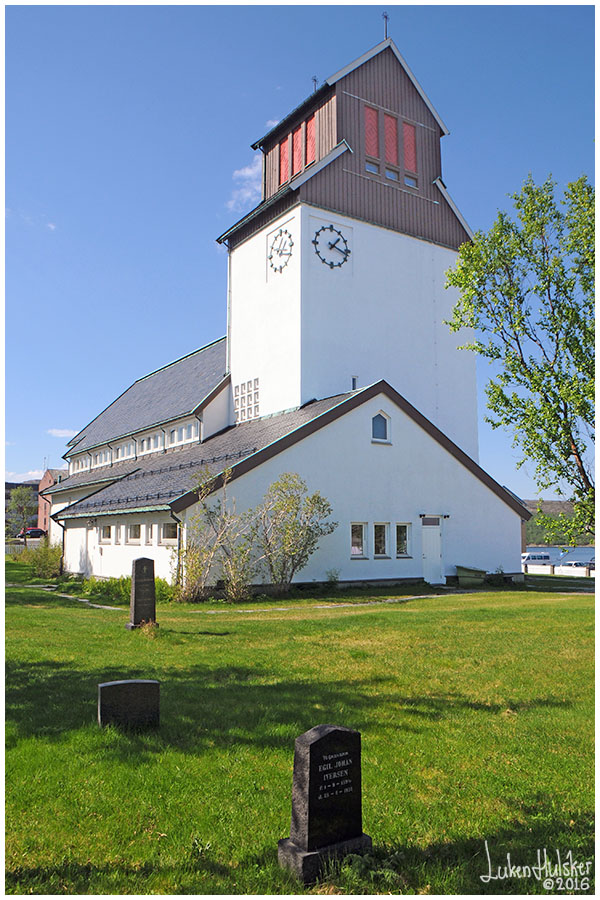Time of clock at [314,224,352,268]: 1:18
